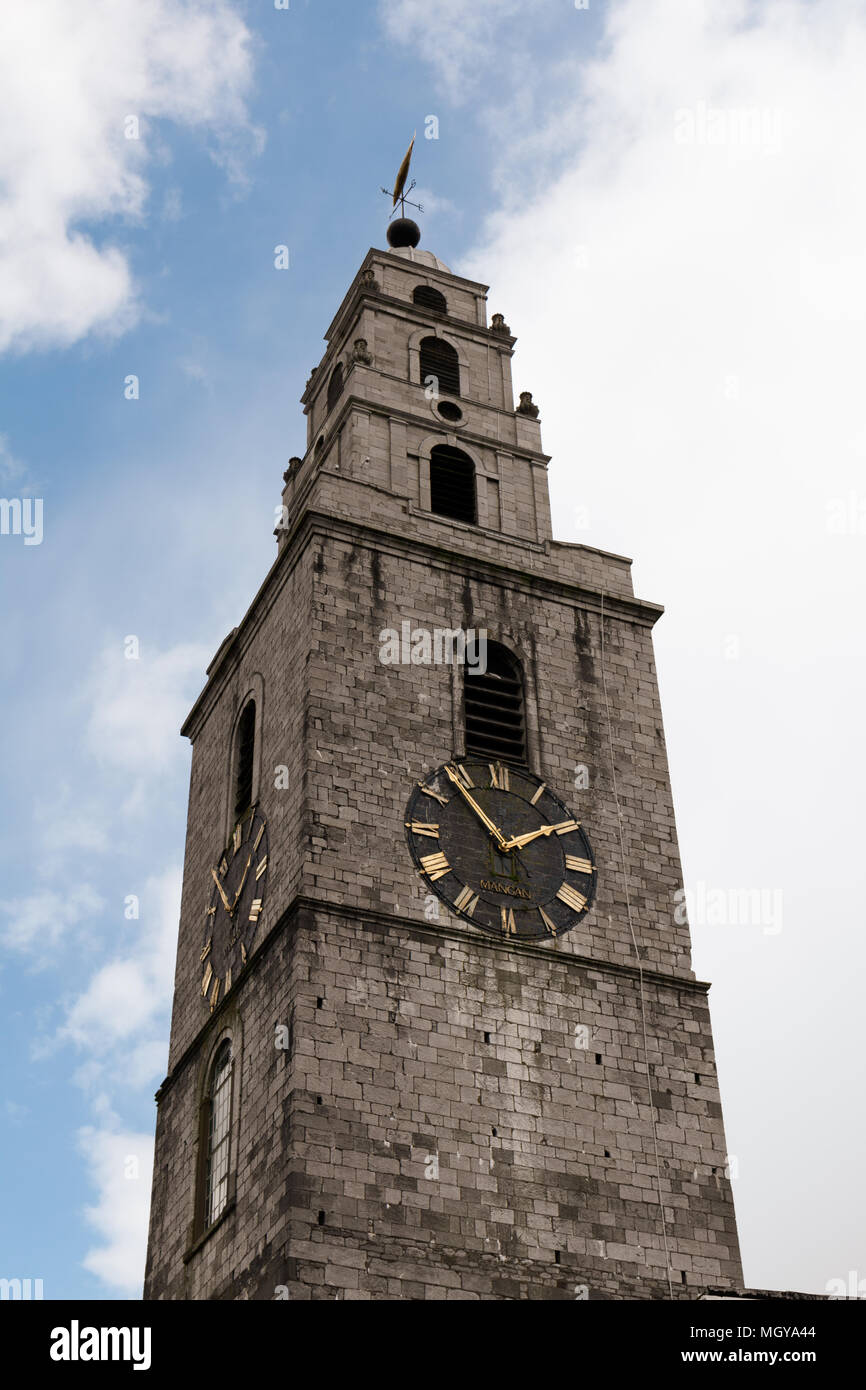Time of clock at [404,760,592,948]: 1:53
